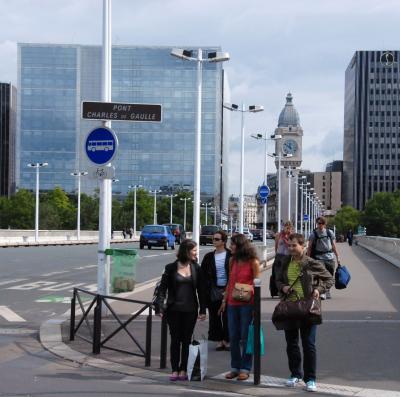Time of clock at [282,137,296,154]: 11:51
